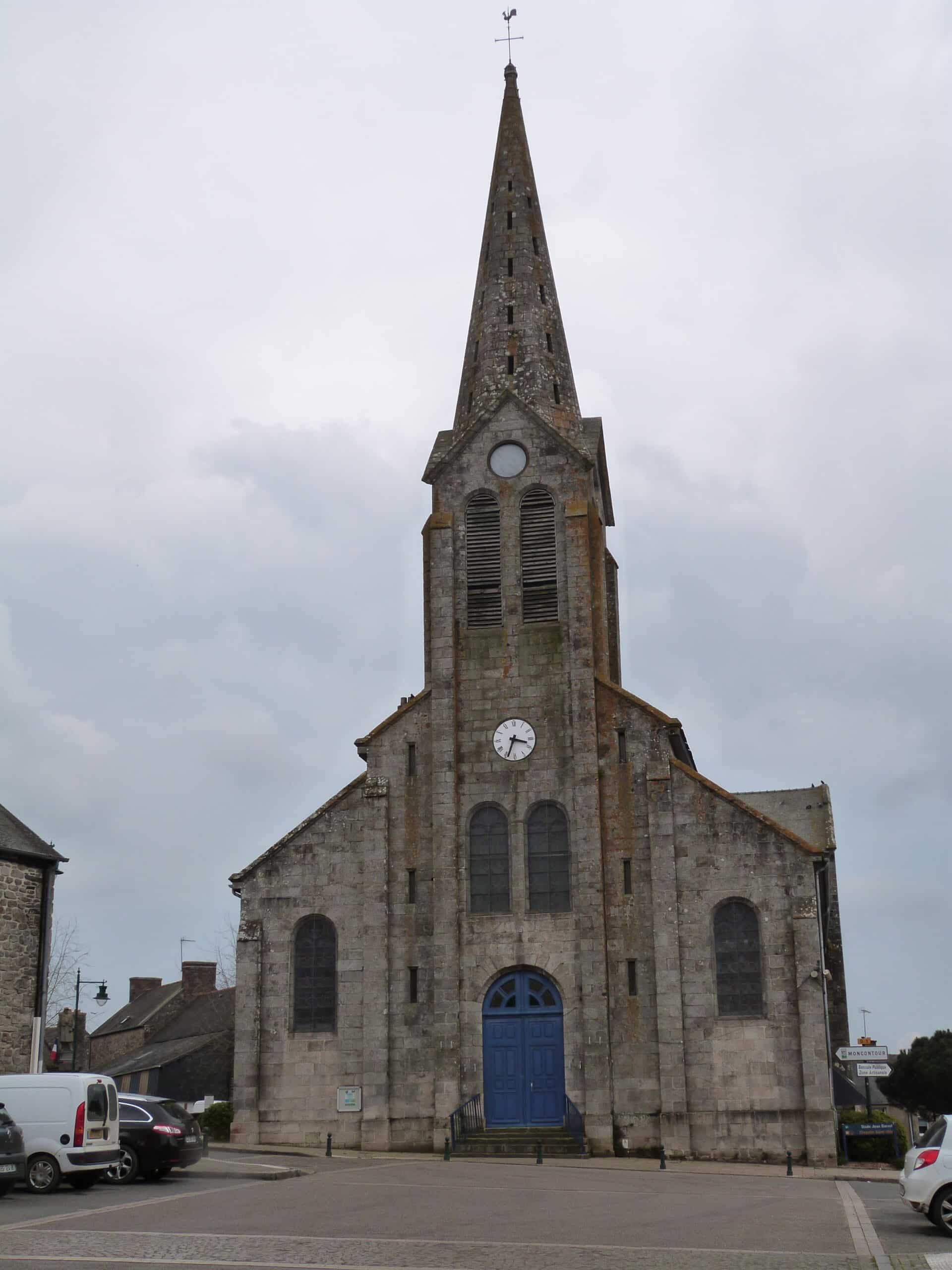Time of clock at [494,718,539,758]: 3:33
